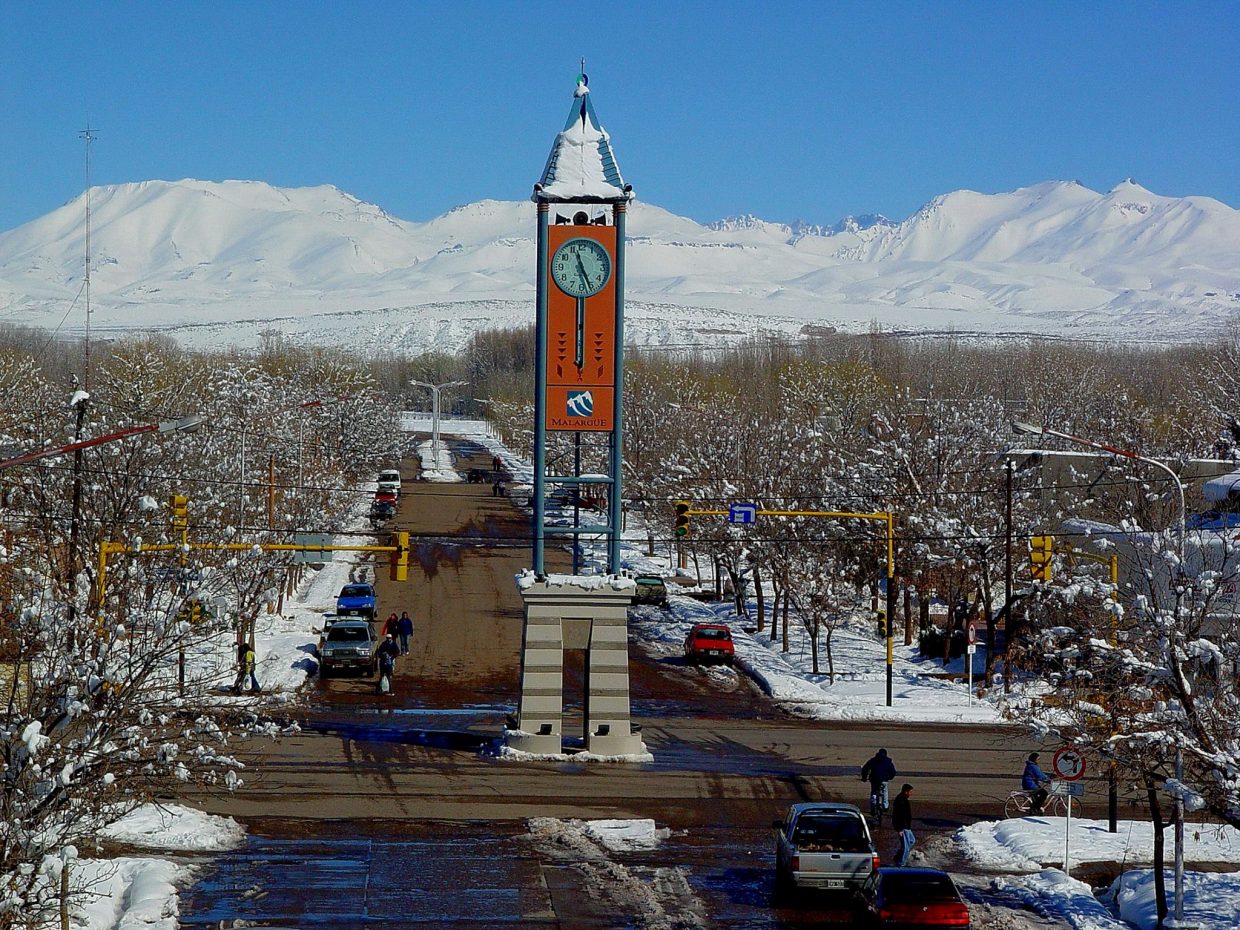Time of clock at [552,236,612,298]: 11:26
